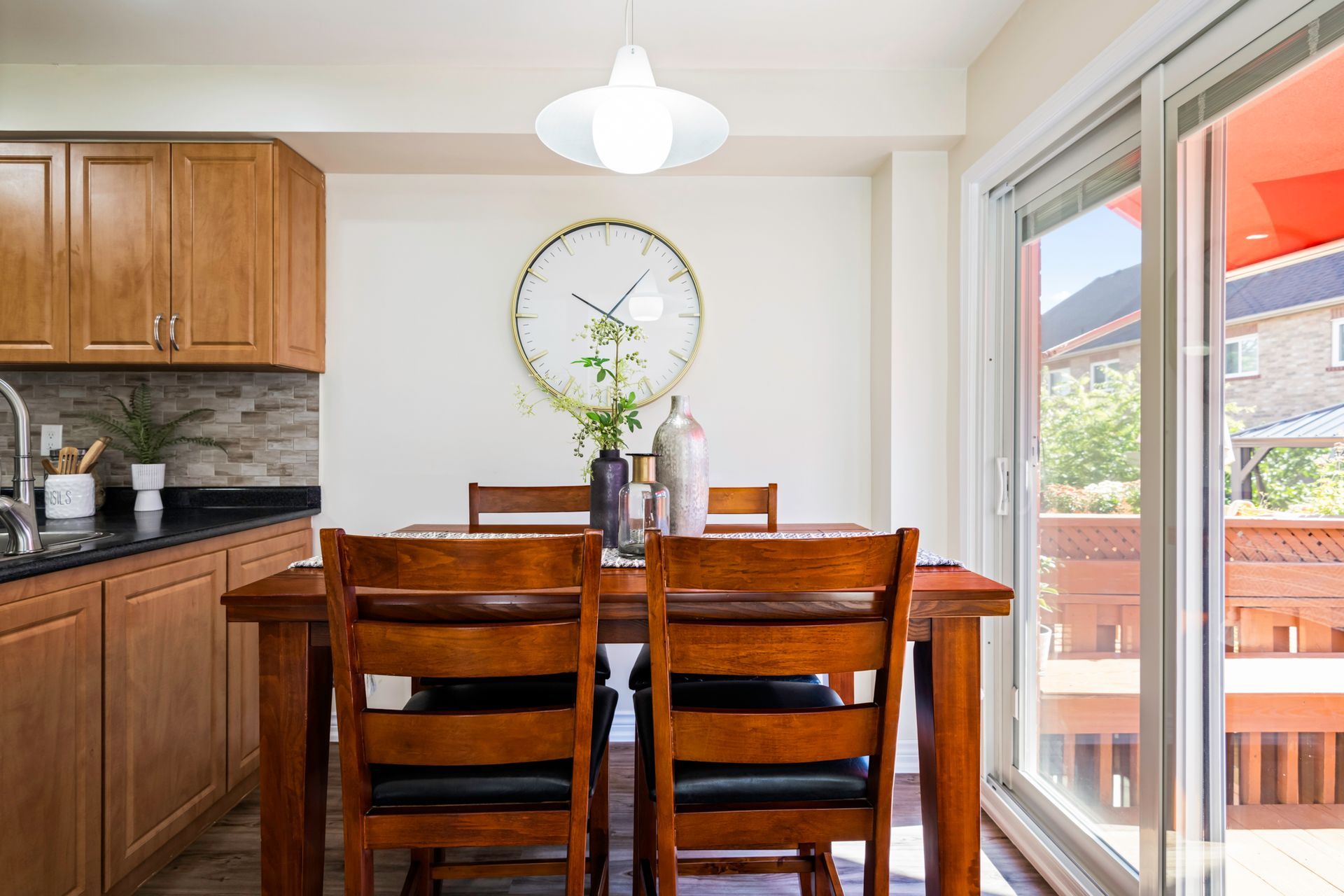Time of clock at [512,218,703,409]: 10:07
